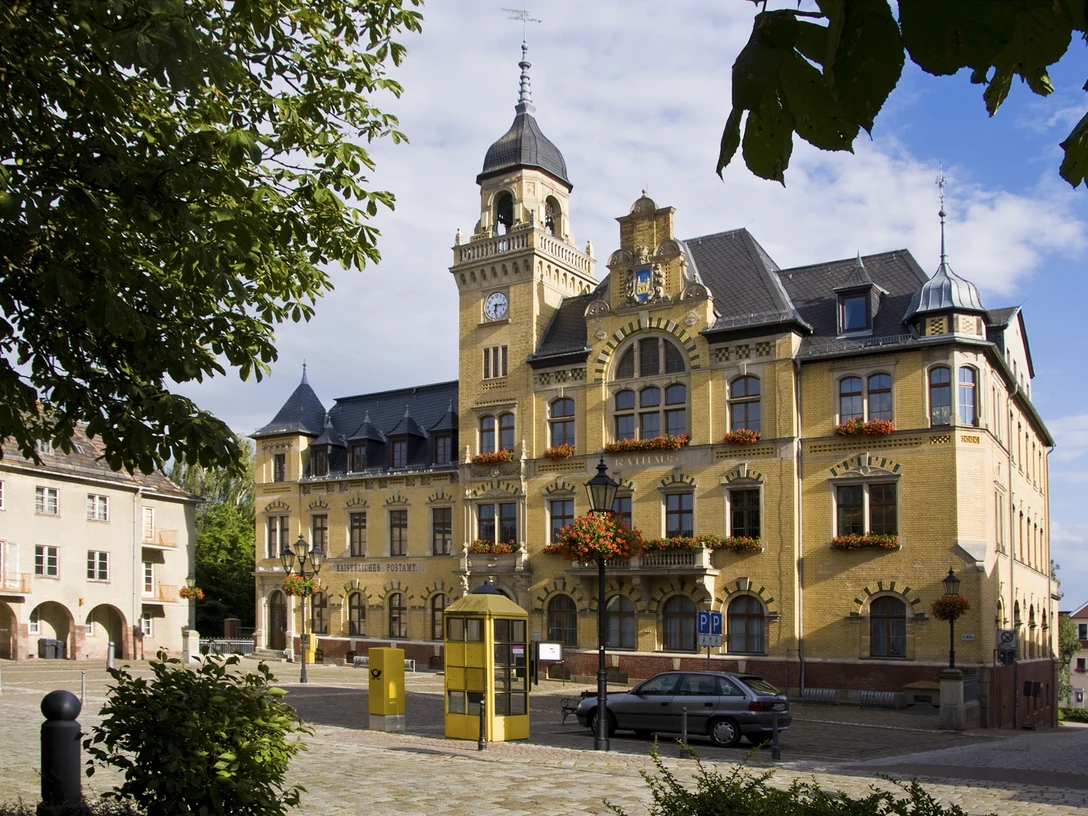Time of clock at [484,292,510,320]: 6:15
